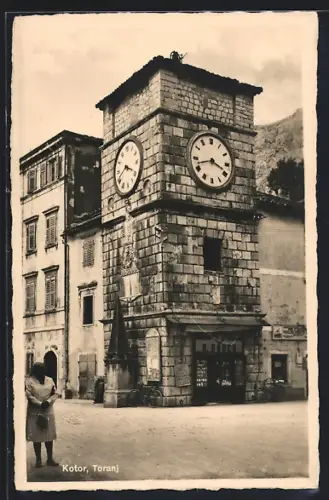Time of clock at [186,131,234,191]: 3:42
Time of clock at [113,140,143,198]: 3:40
